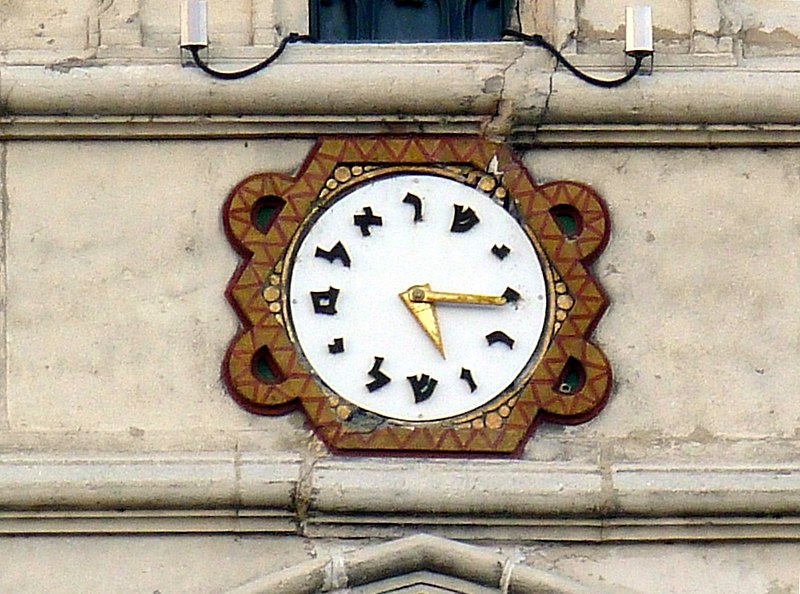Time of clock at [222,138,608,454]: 3:15
